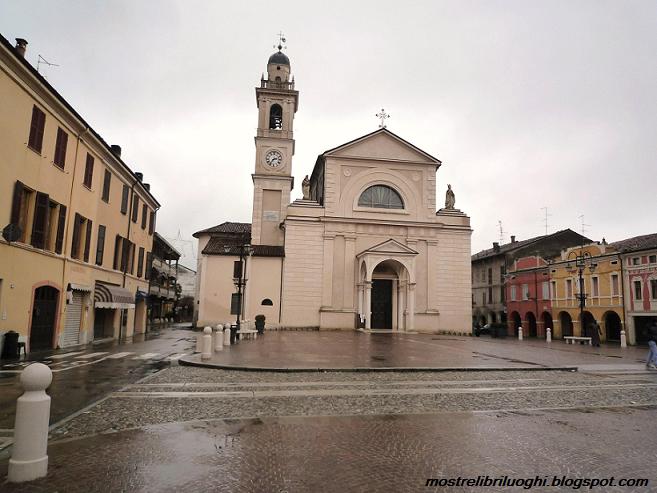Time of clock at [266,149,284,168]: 2:36
